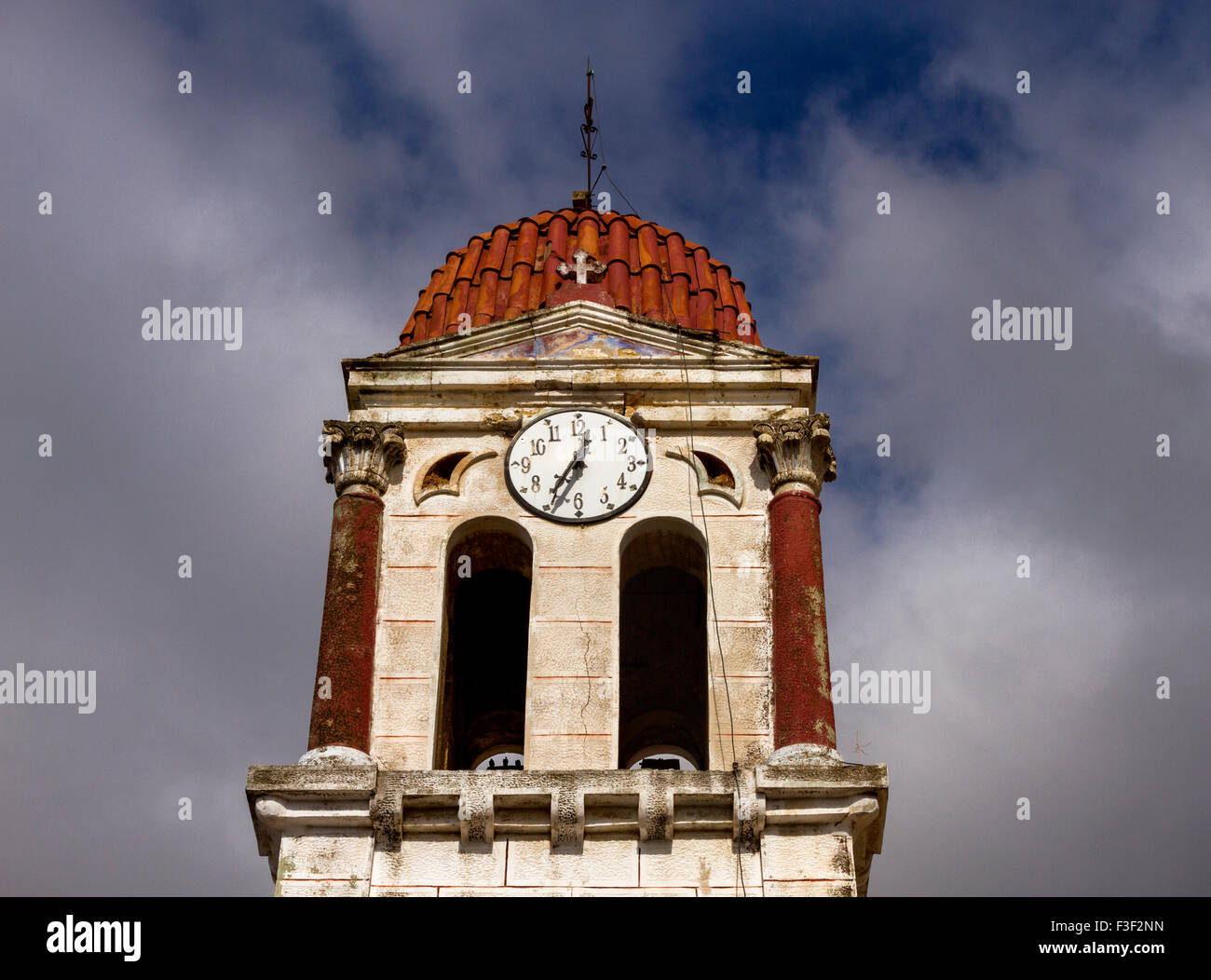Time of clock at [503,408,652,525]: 12:34
